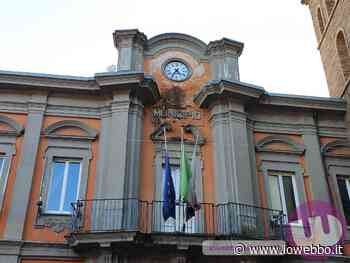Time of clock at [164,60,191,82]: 4:35
